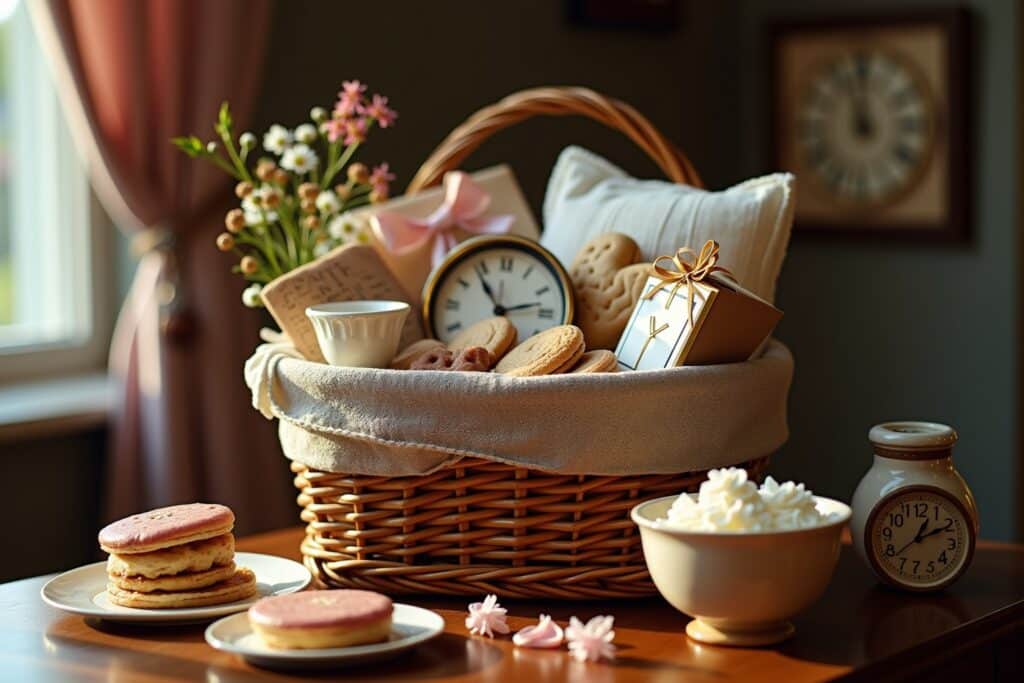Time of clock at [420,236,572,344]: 2:53
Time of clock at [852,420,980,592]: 1:10
